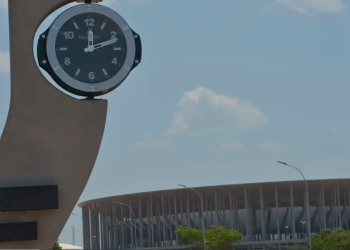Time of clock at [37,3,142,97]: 12:11
